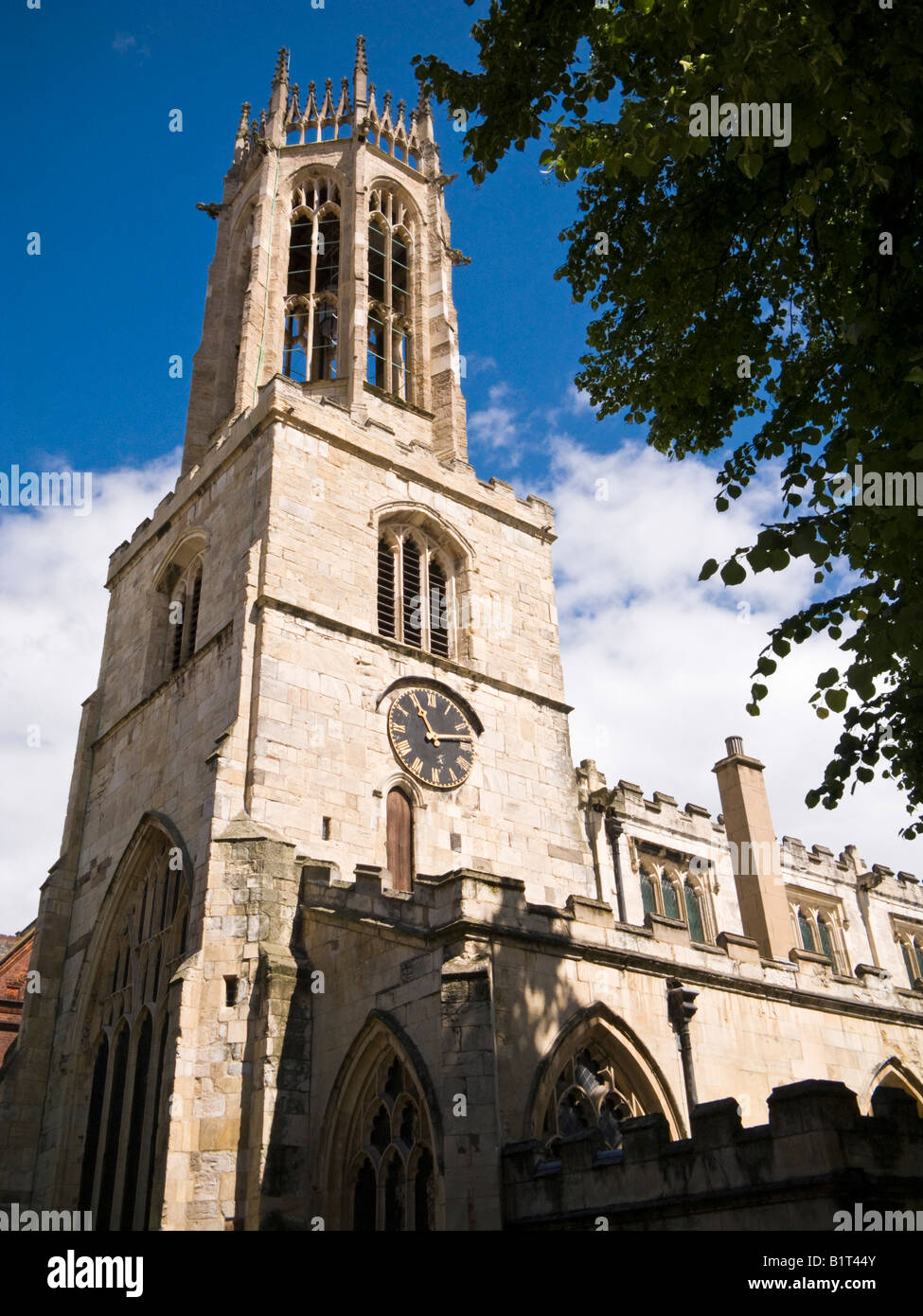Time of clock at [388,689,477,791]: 11:13
